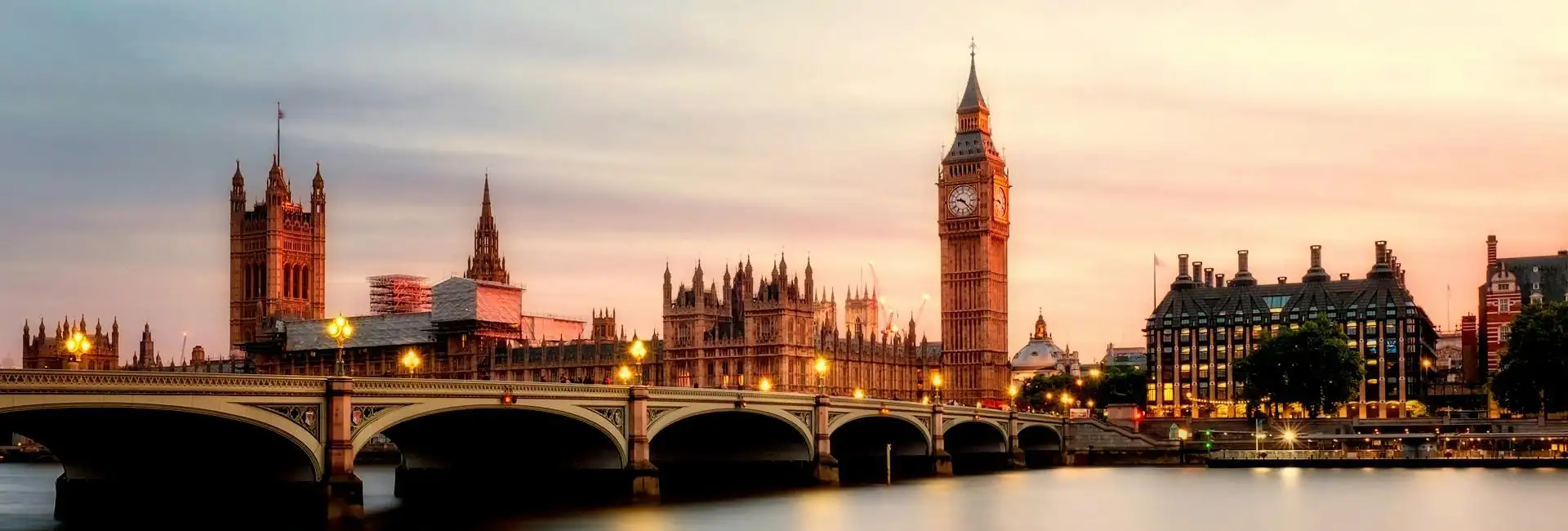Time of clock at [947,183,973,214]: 9:22
